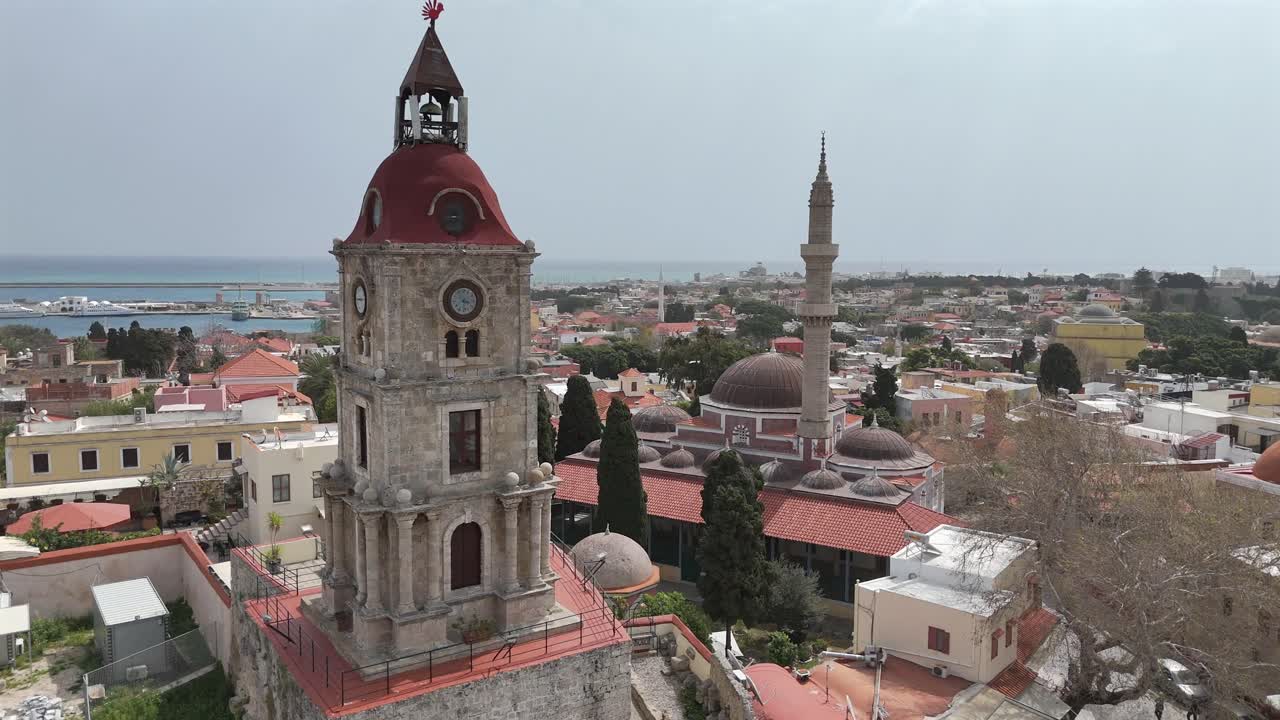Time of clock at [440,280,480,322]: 3:31
